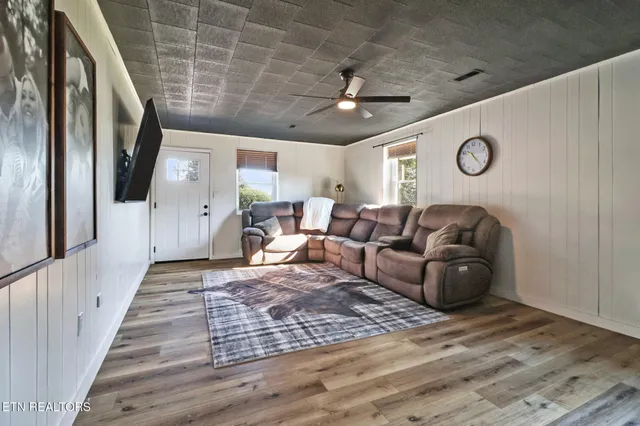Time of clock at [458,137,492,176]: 10:23
